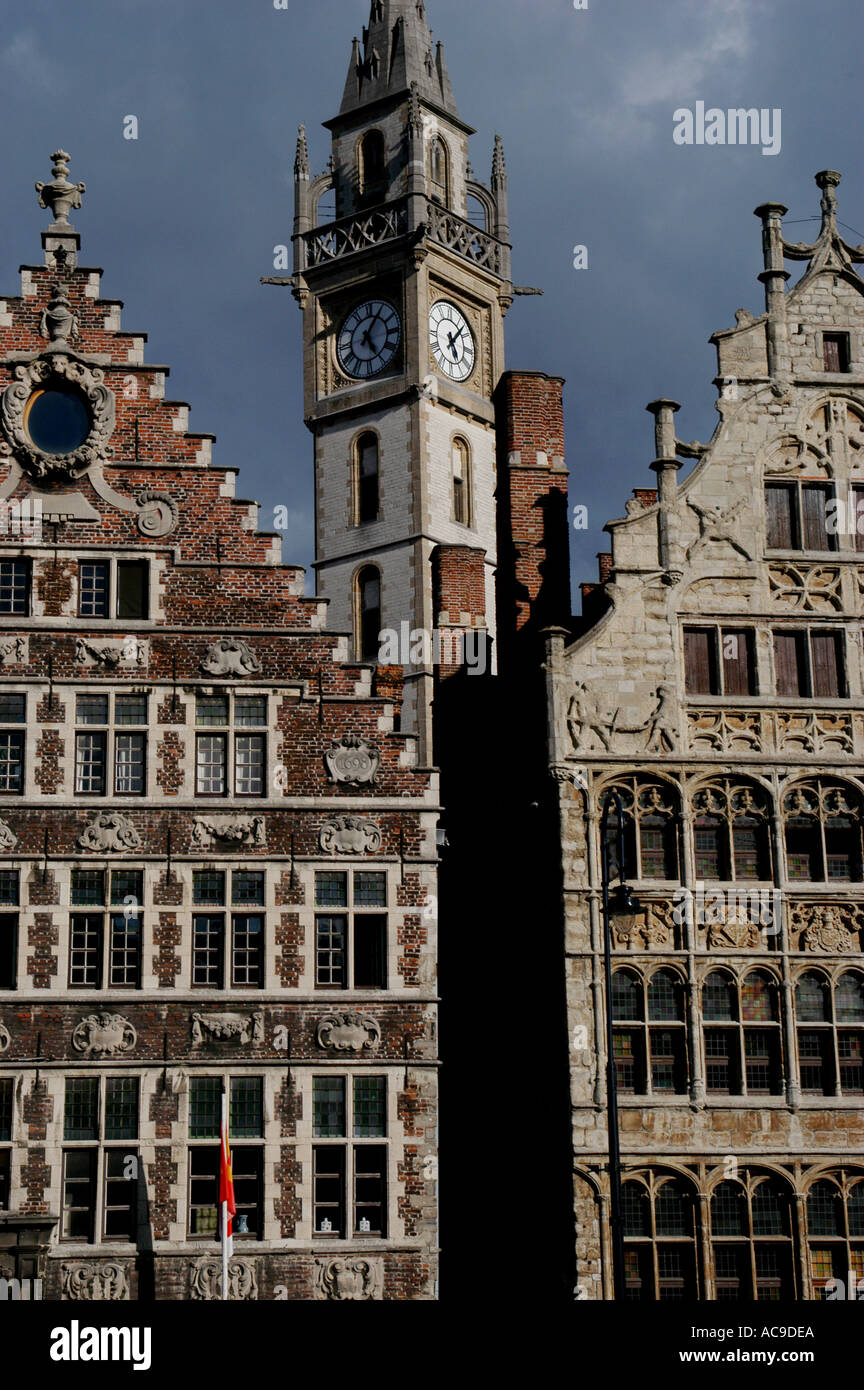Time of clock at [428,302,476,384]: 5:06
